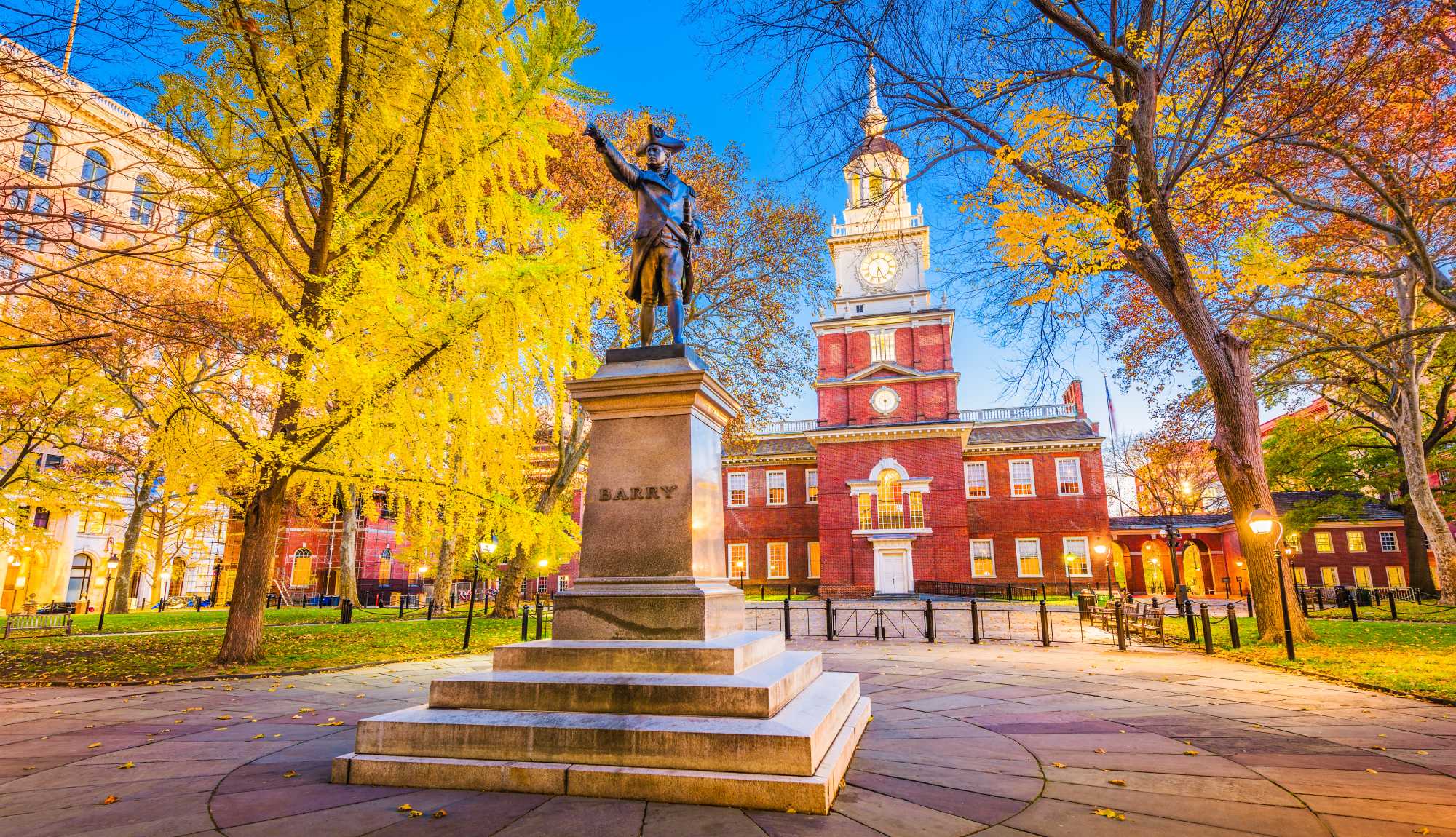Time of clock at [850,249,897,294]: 6:25
